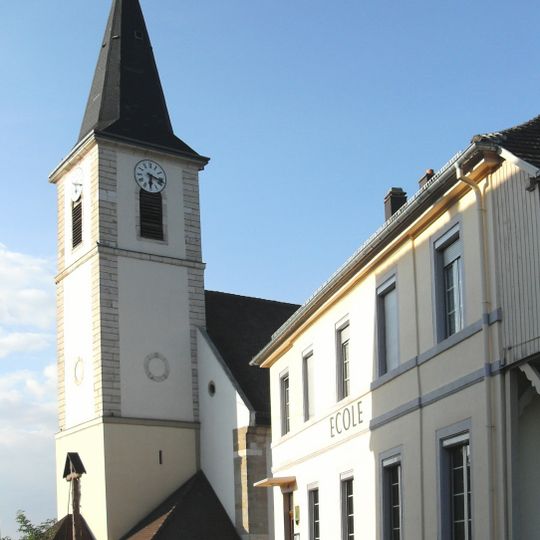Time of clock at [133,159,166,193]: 6:17
